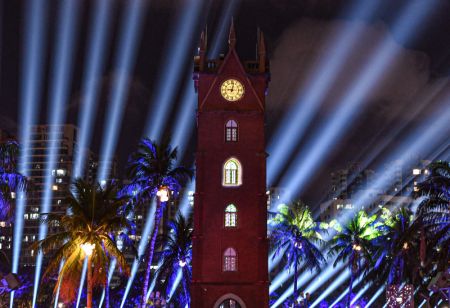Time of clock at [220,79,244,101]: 9:01
